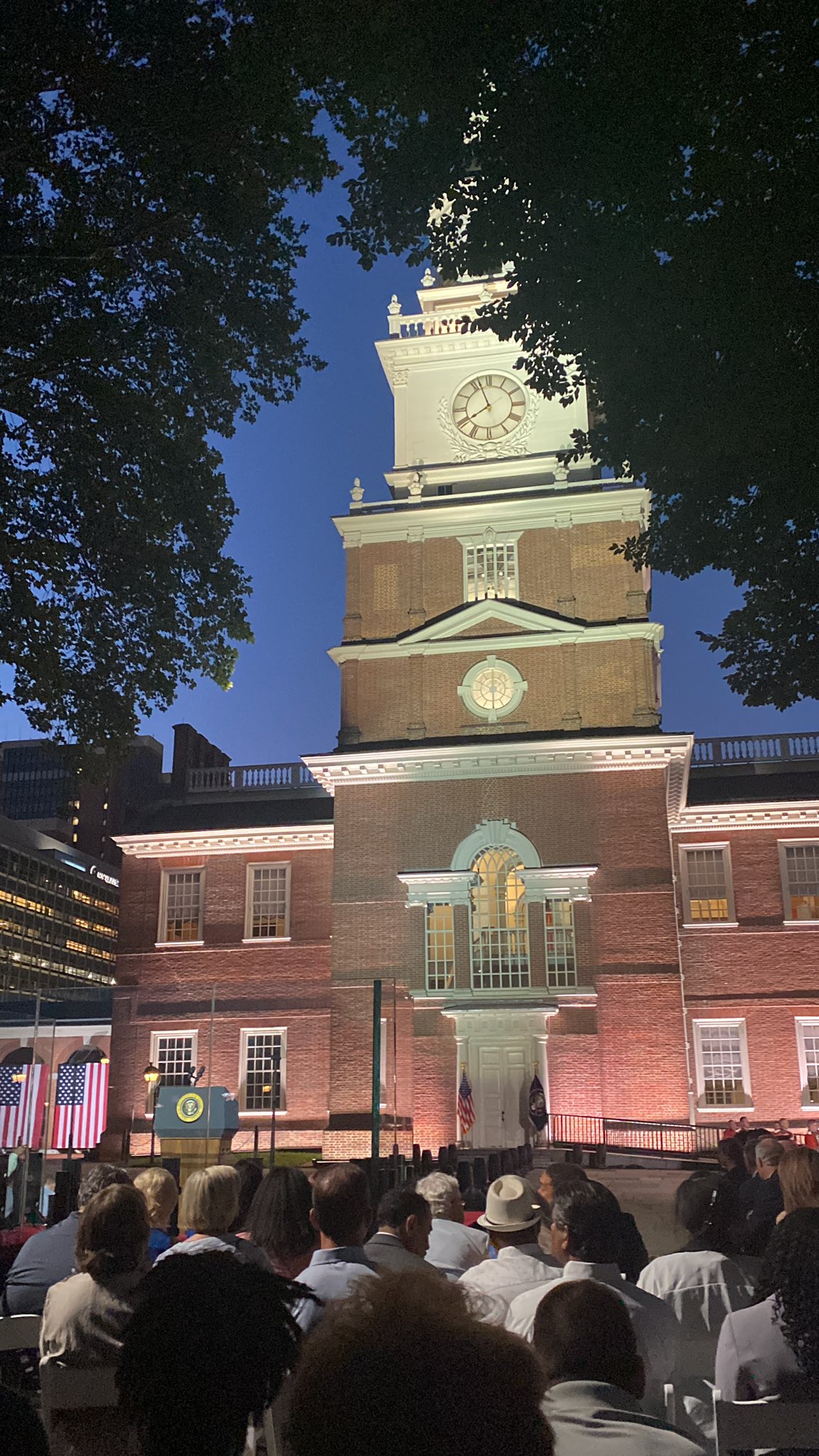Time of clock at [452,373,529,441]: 7:56
